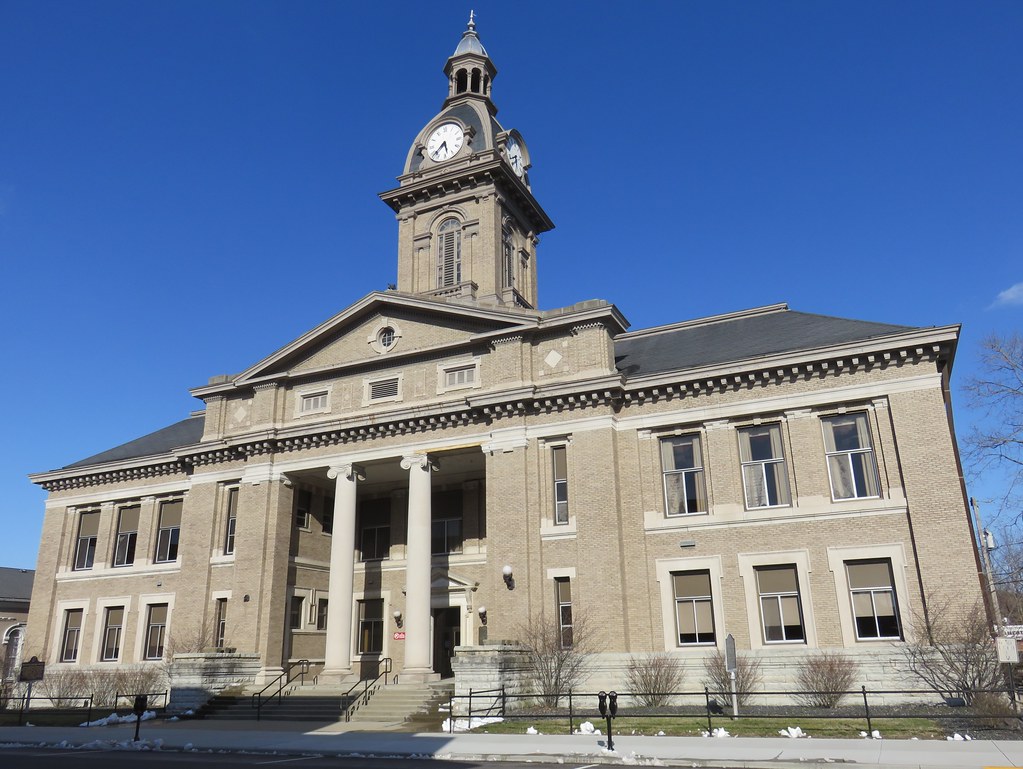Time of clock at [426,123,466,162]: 5:38
